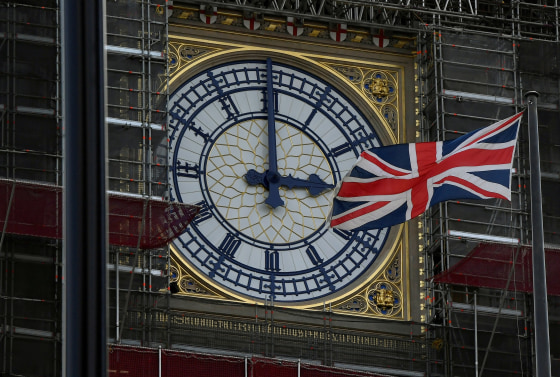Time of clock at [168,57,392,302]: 3:00
